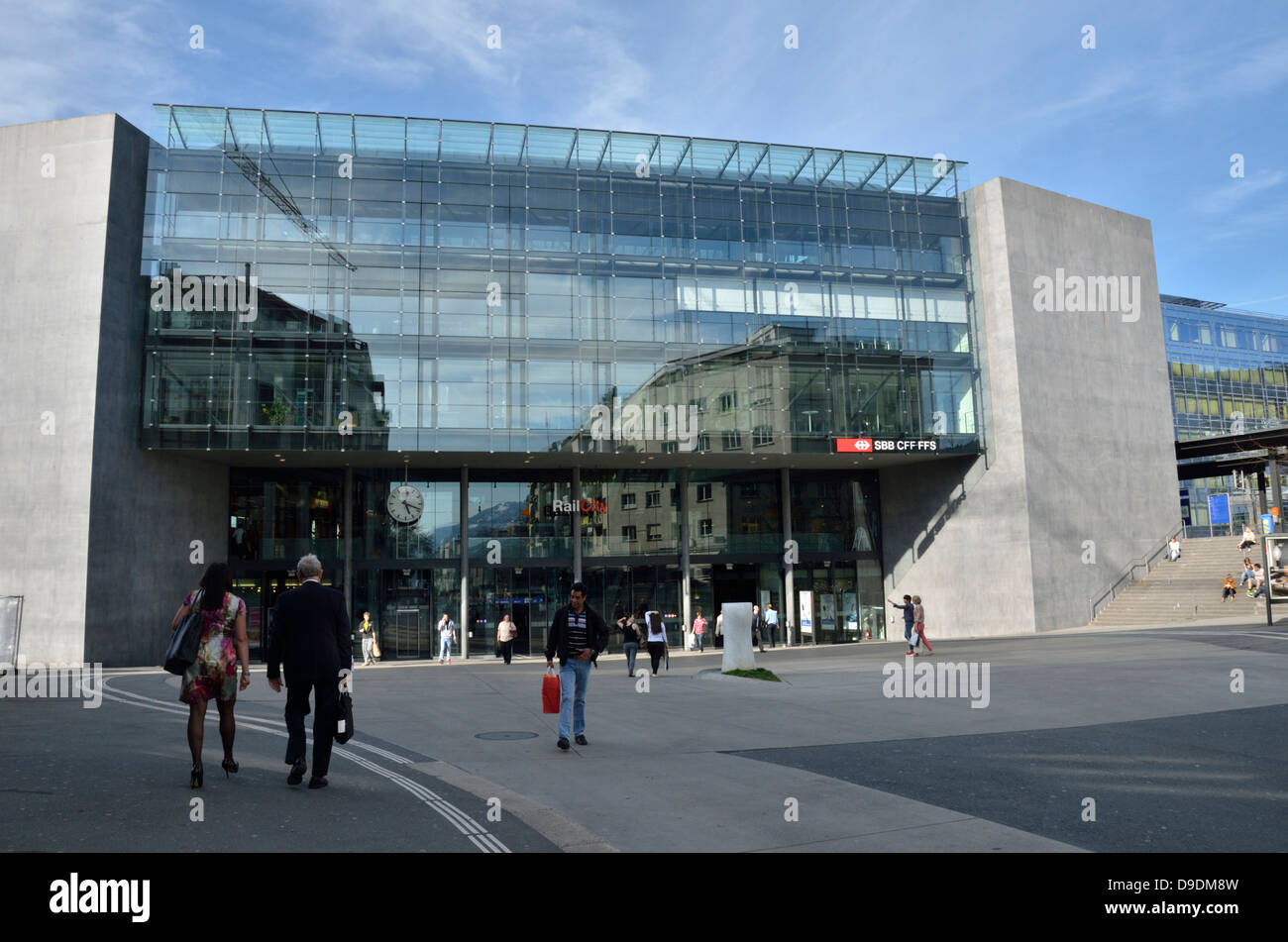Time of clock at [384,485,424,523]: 5:18
